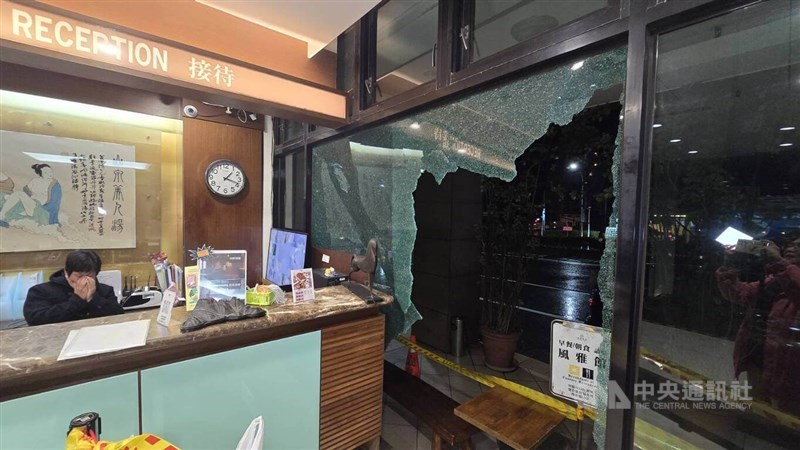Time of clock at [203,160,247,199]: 1:18
